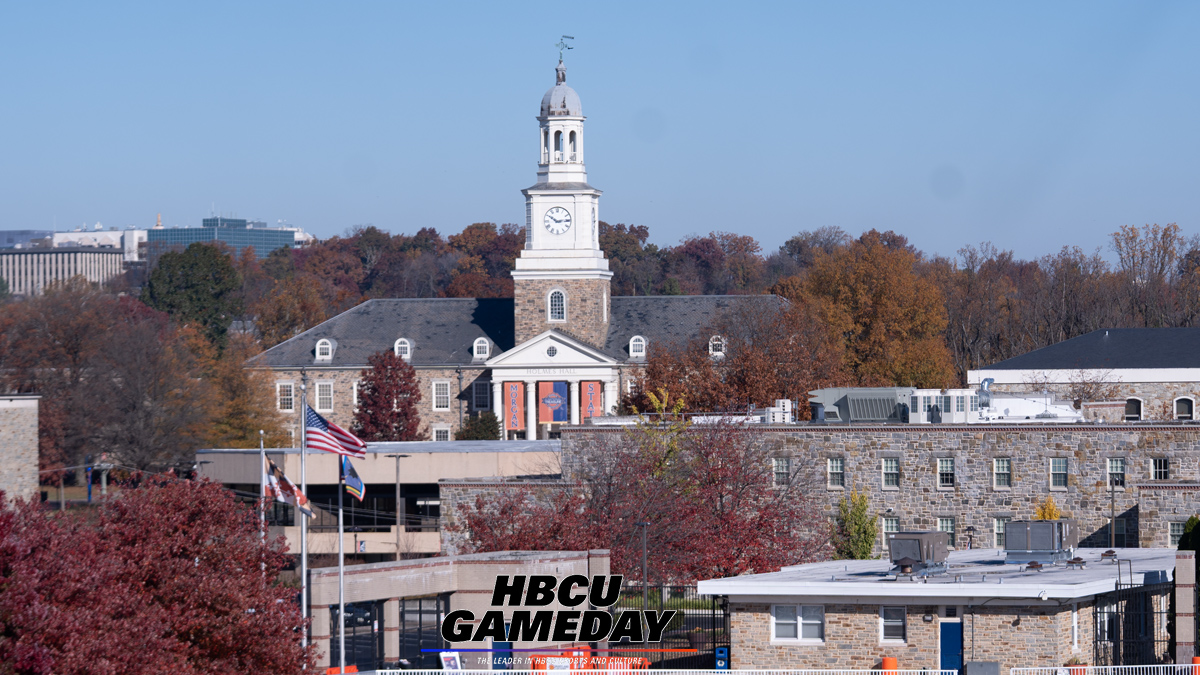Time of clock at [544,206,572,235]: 2:50
